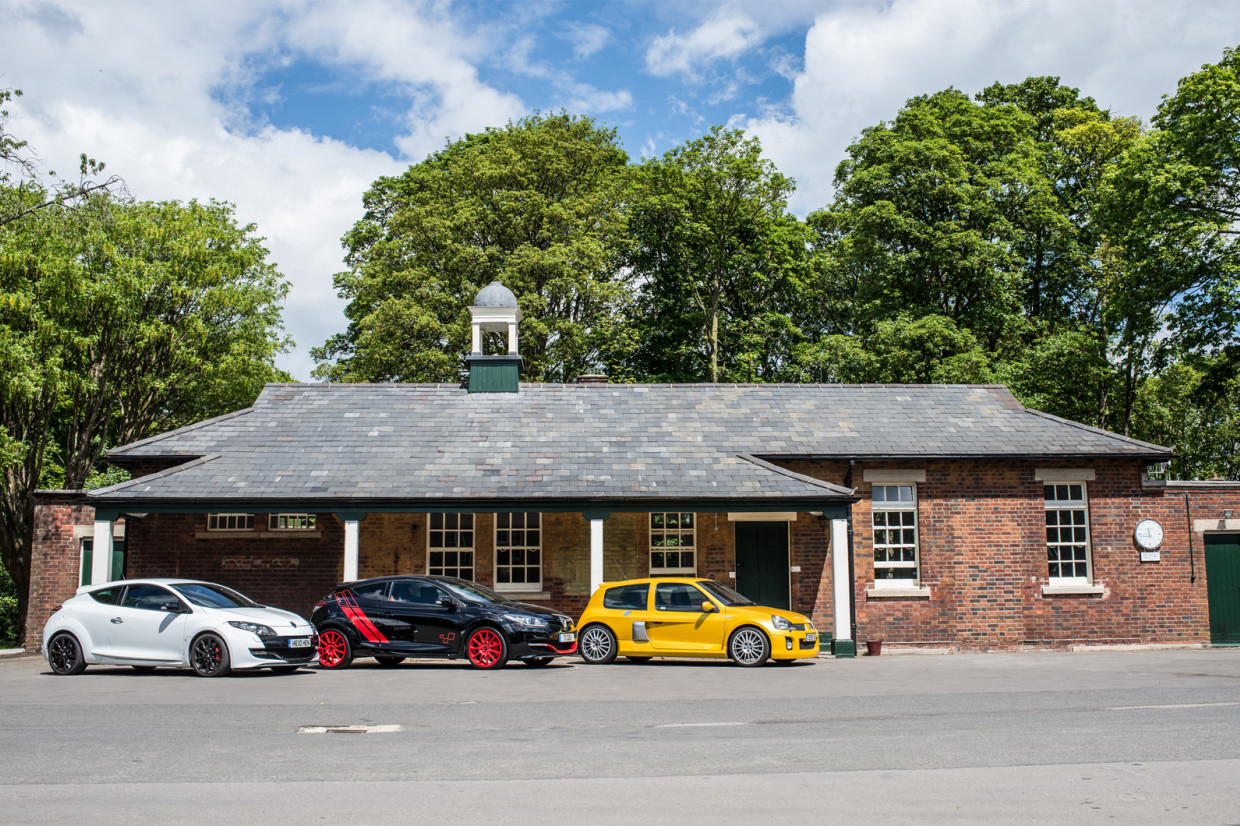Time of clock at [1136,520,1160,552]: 11:43
